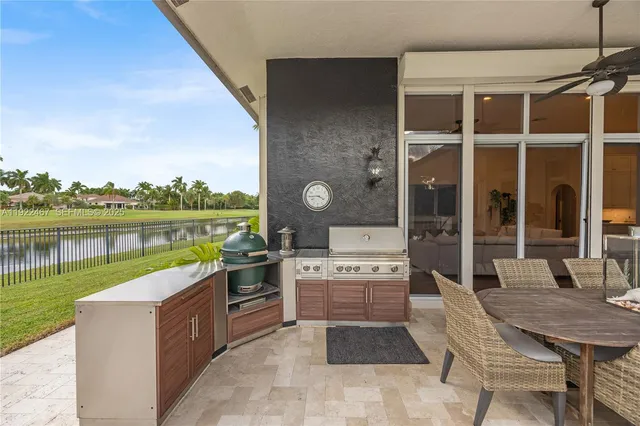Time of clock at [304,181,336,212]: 3:44
